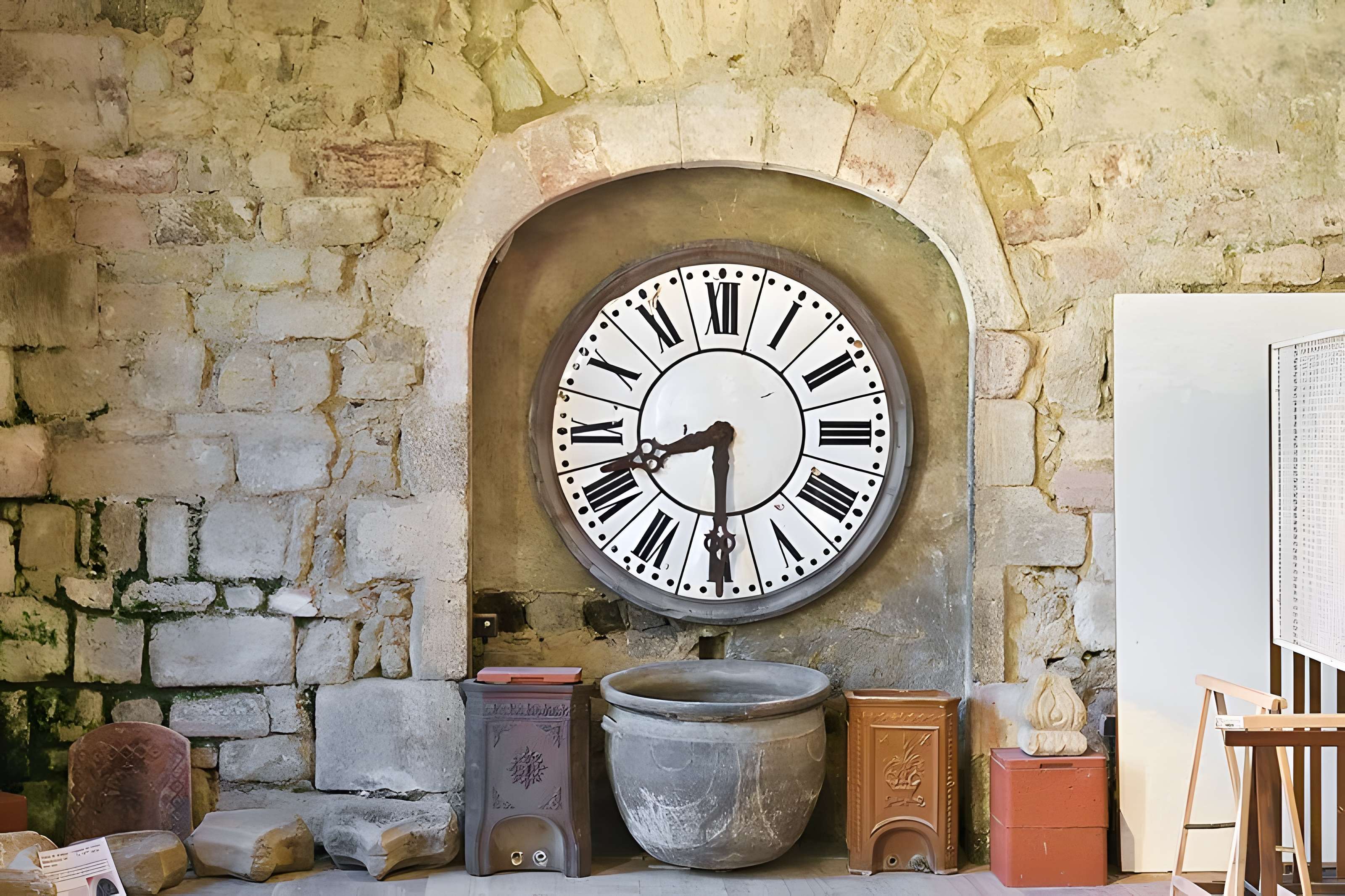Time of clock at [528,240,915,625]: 8:29
